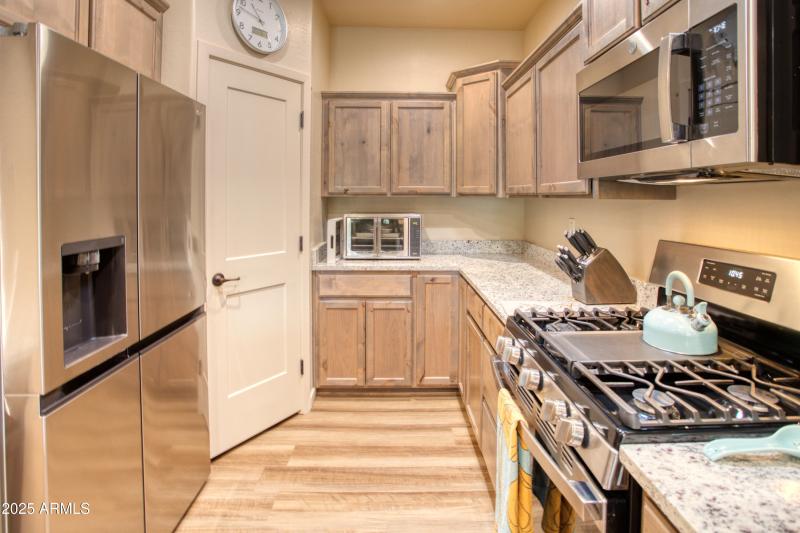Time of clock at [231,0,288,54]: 10:47
